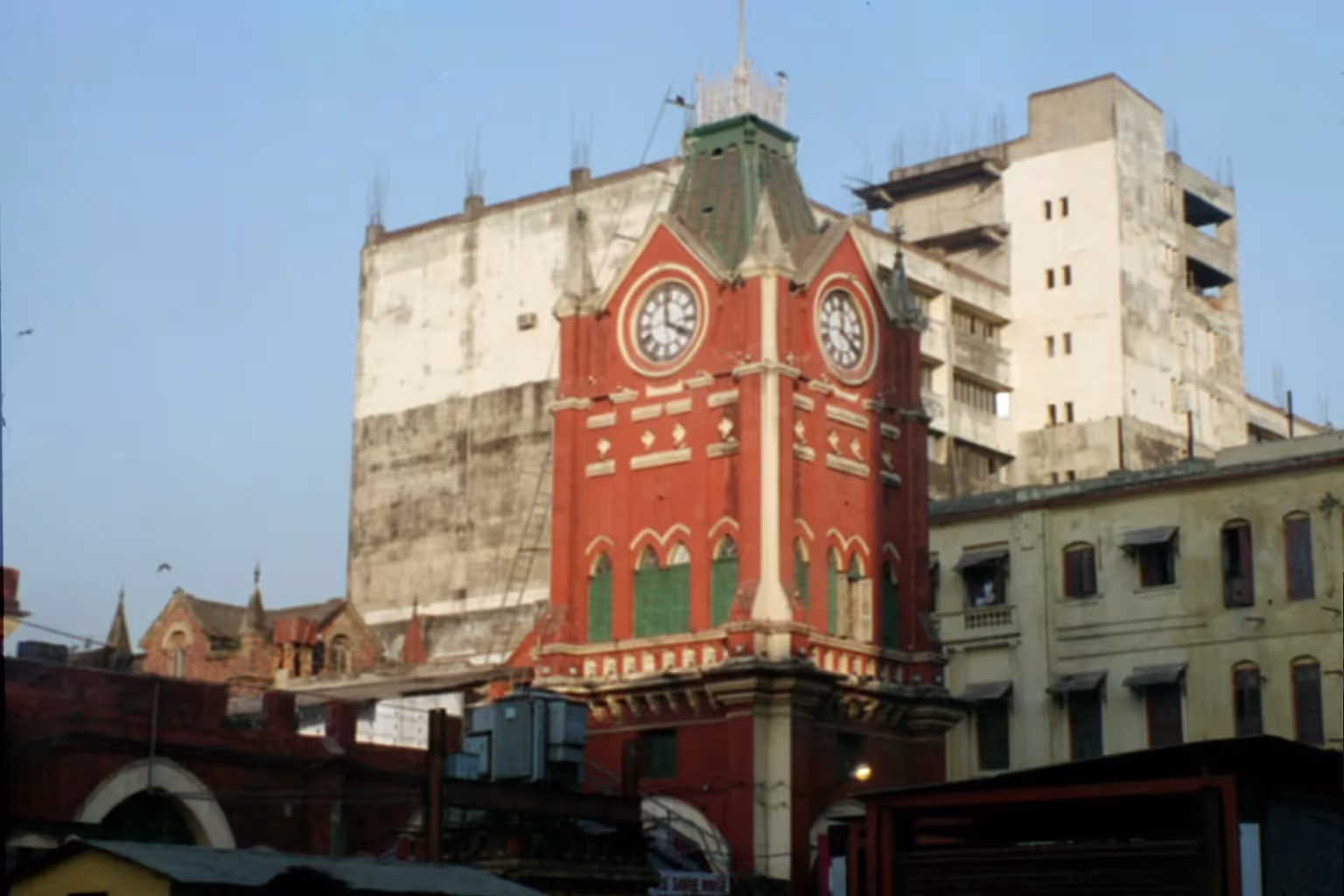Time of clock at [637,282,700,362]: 3:58
